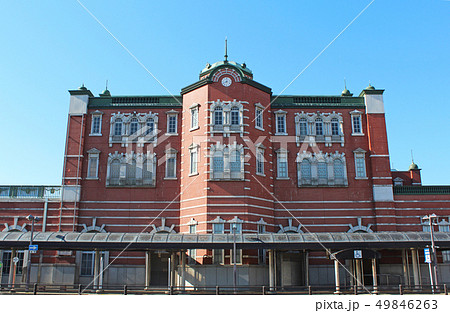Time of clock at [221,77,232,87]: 8:01
